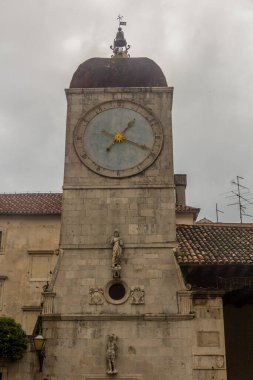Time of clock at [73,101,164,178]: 1:18
